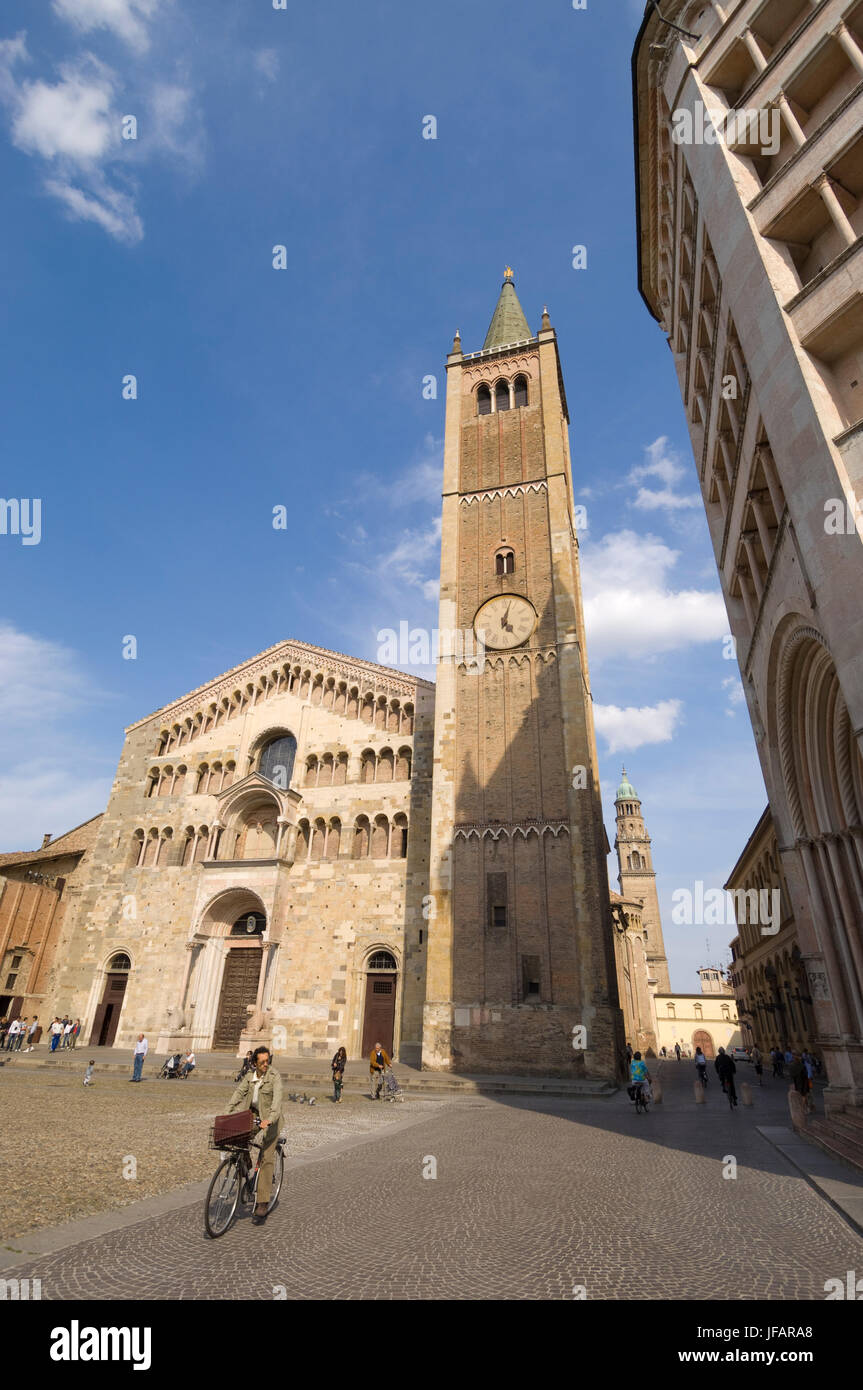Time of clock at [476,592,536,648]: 5:02
